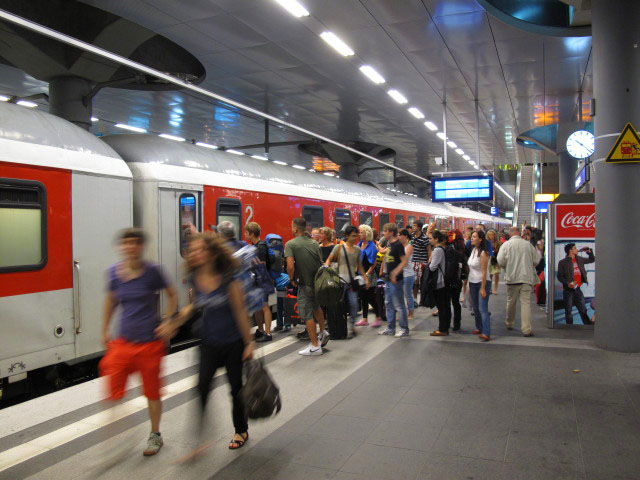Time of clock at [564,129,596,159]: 10:21
